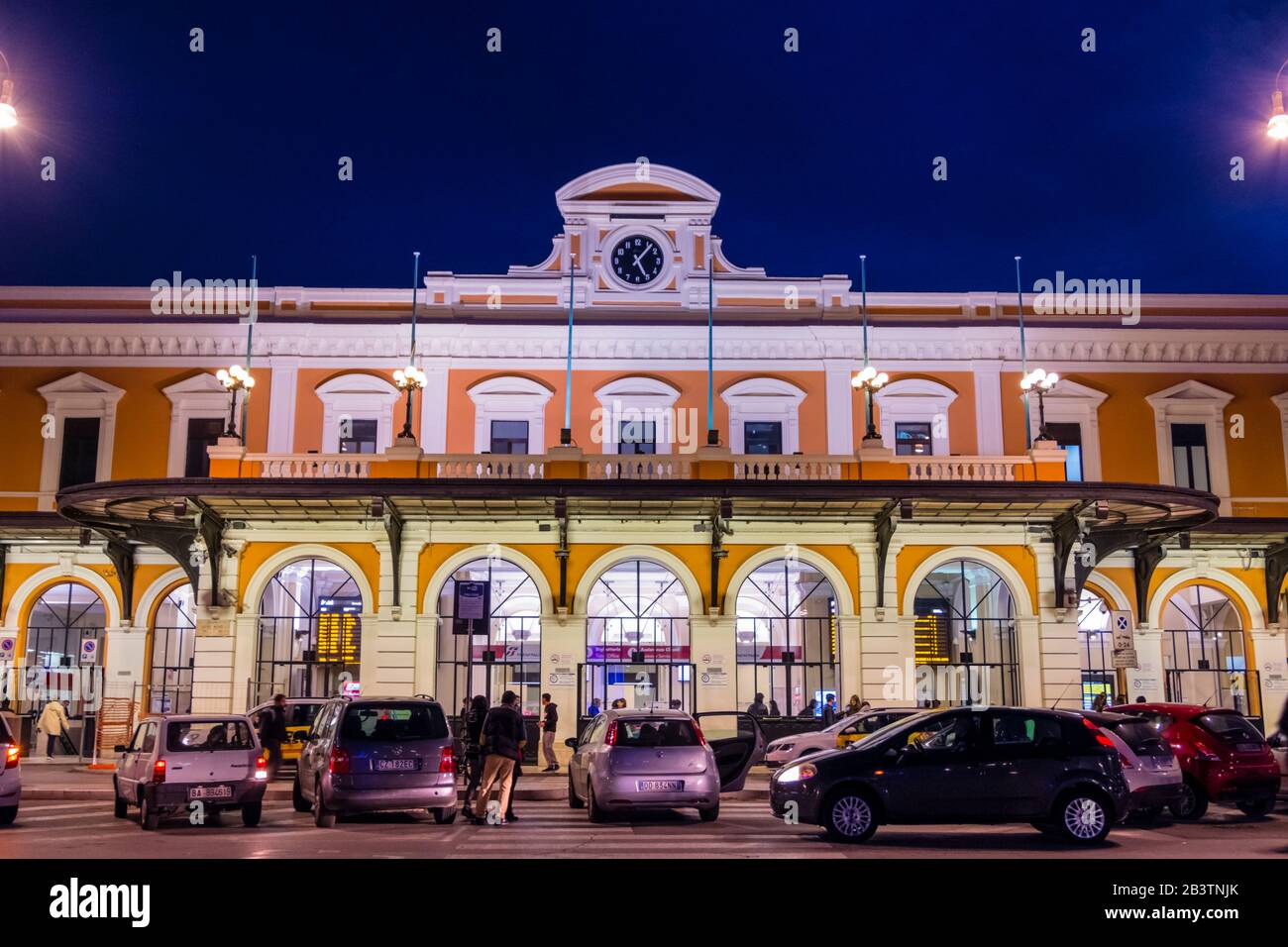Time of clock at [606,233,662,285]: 5:06
